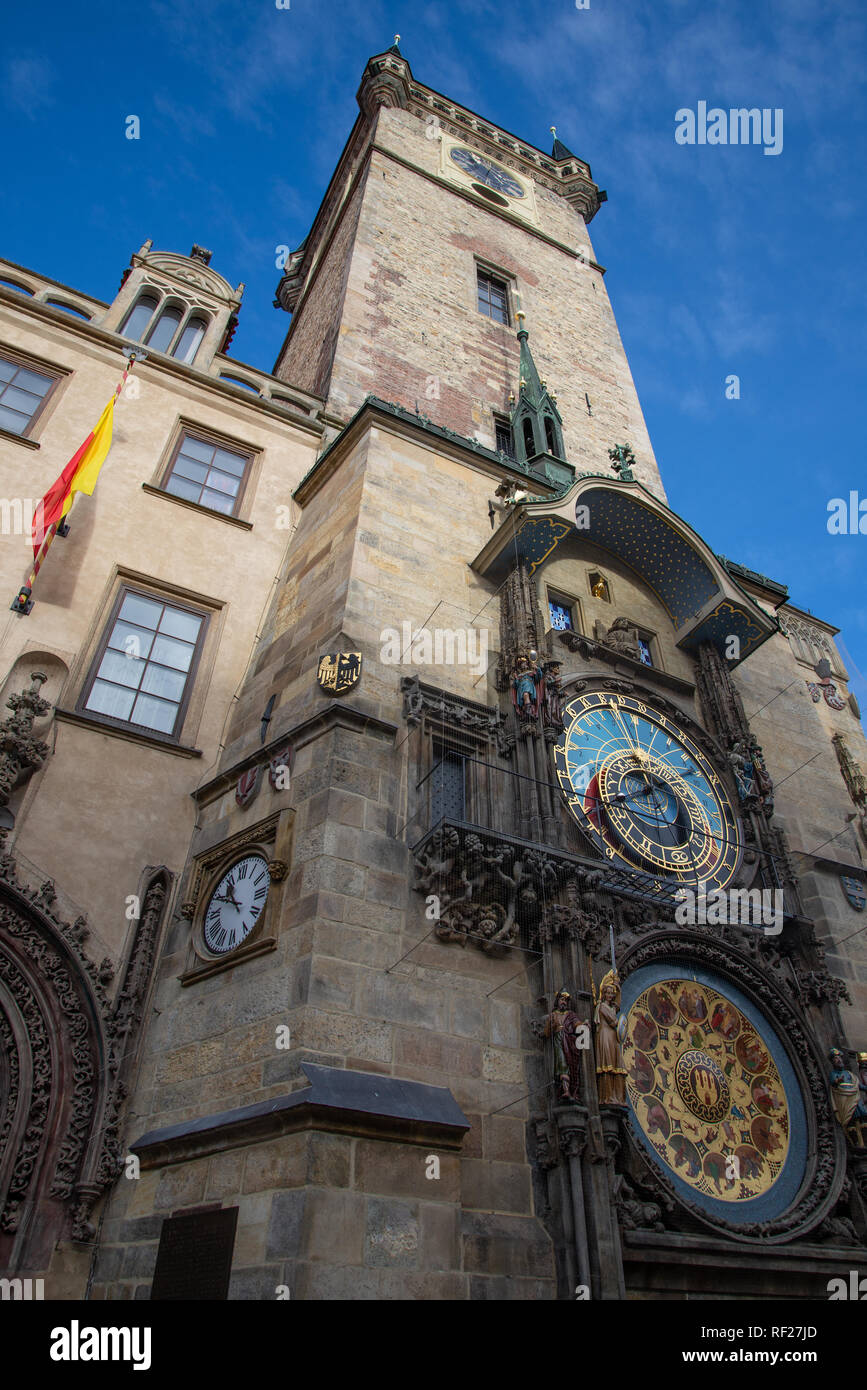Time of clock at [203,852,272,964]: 10:49
